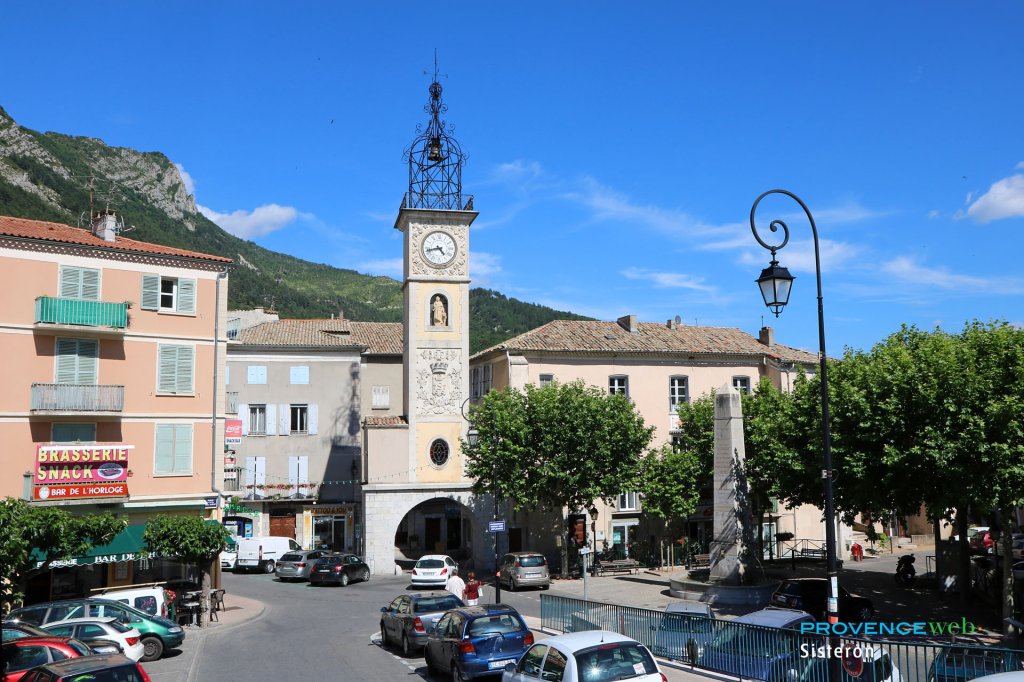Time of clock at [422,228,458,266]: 4:42
